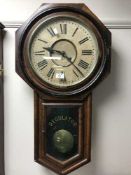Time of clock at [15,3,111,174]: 9:22
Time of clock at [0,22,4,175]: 9:22
